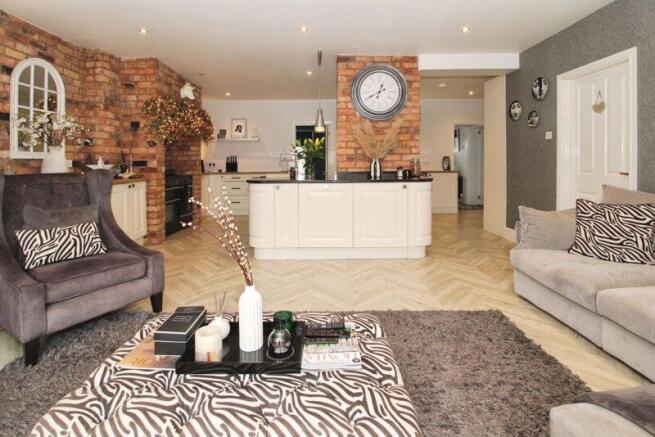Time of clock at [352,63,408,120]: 12:40
